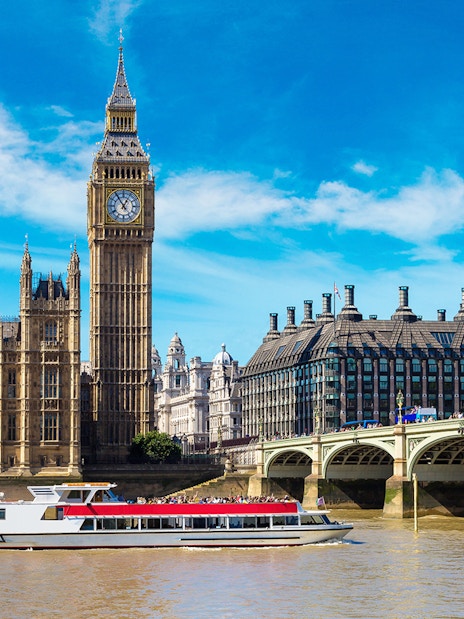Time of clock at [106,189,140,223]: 12:54
